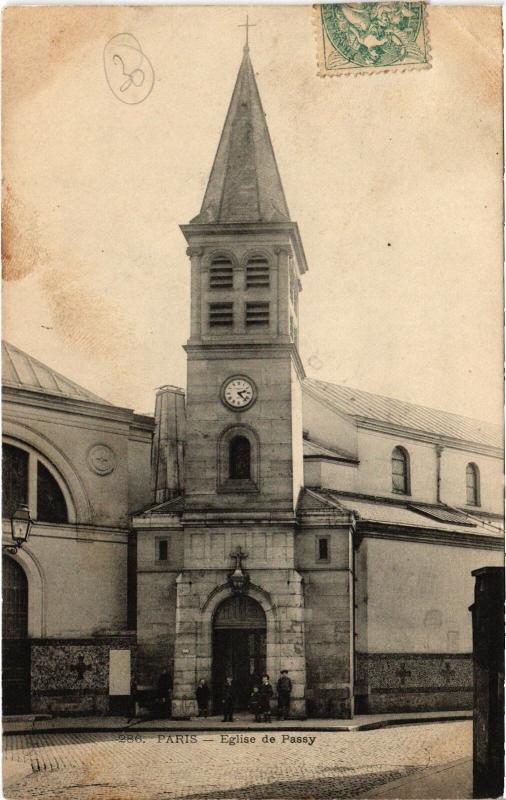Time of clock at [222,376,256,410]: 2:22
